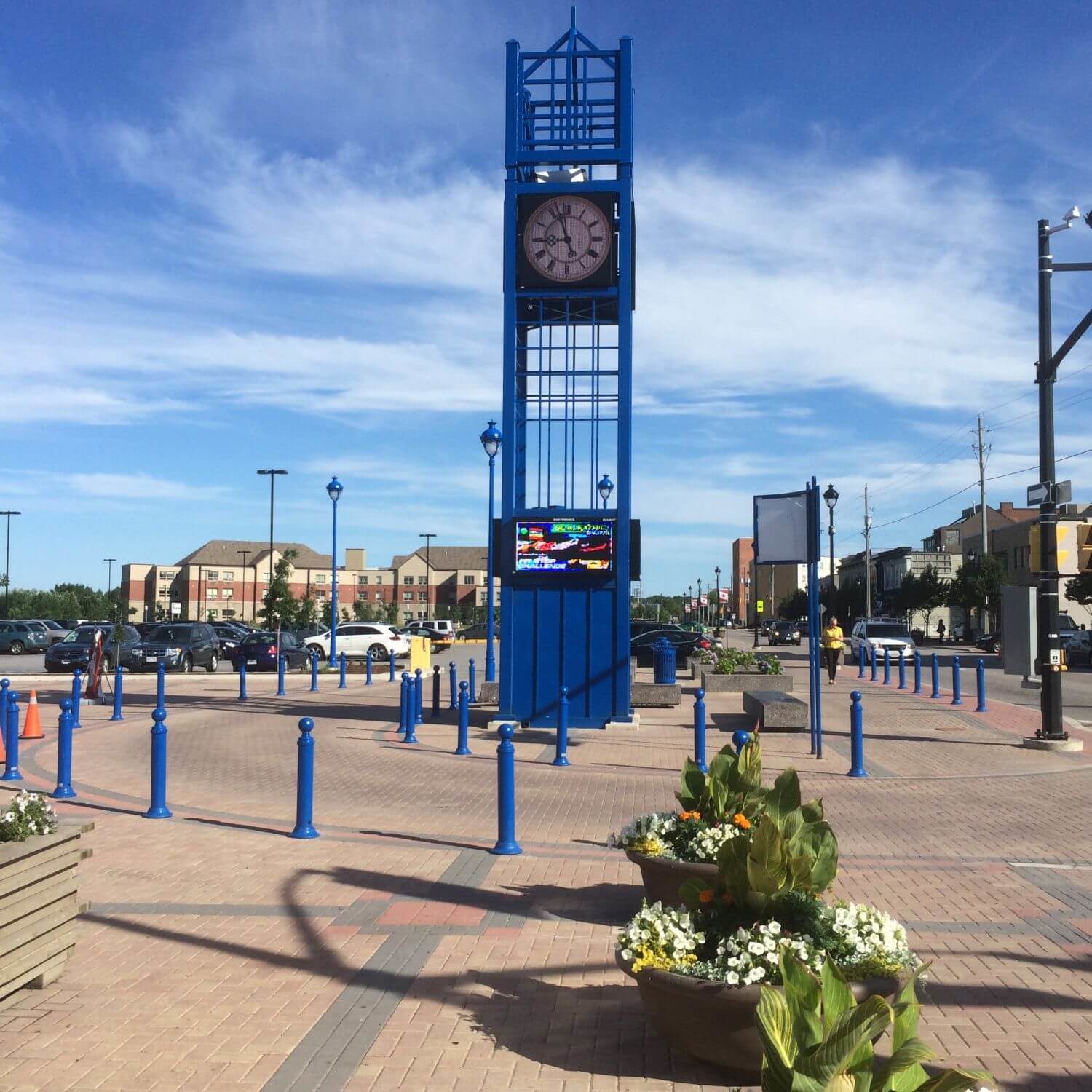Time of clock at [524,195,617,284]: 8:56
